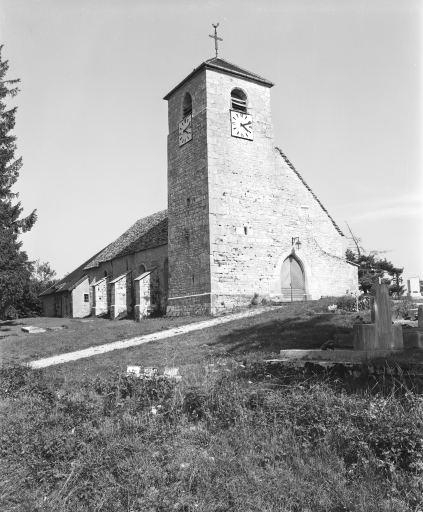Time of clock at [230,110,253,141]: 2:21
